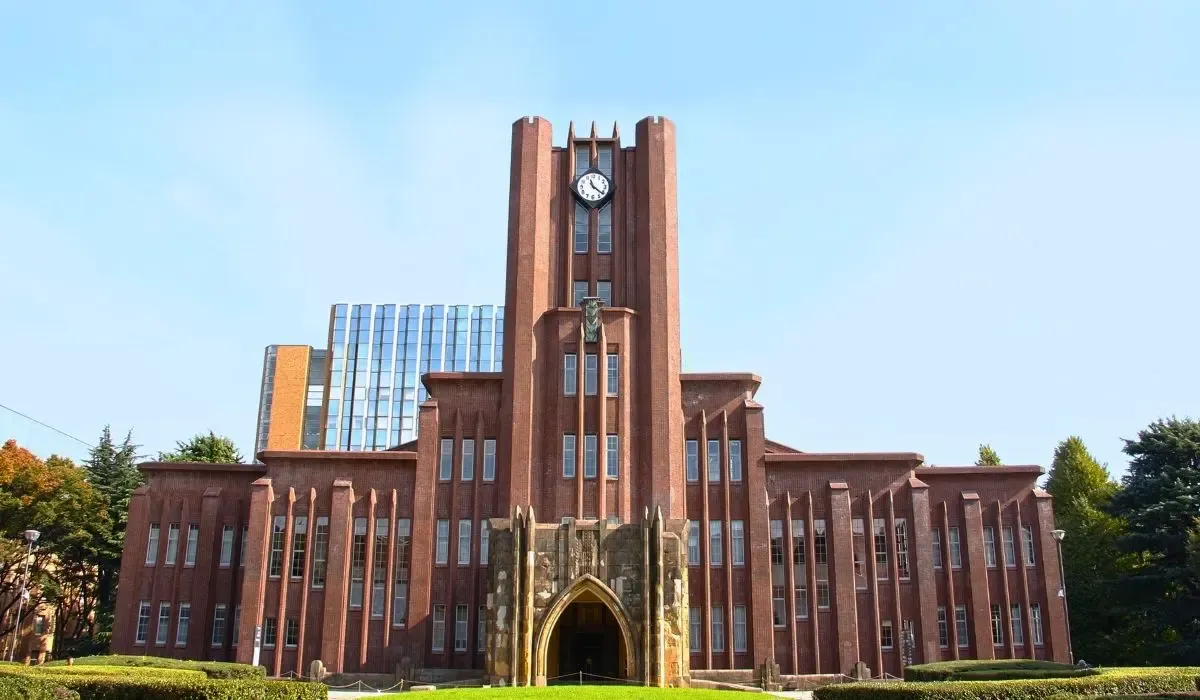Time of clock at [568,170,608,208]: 11:21
